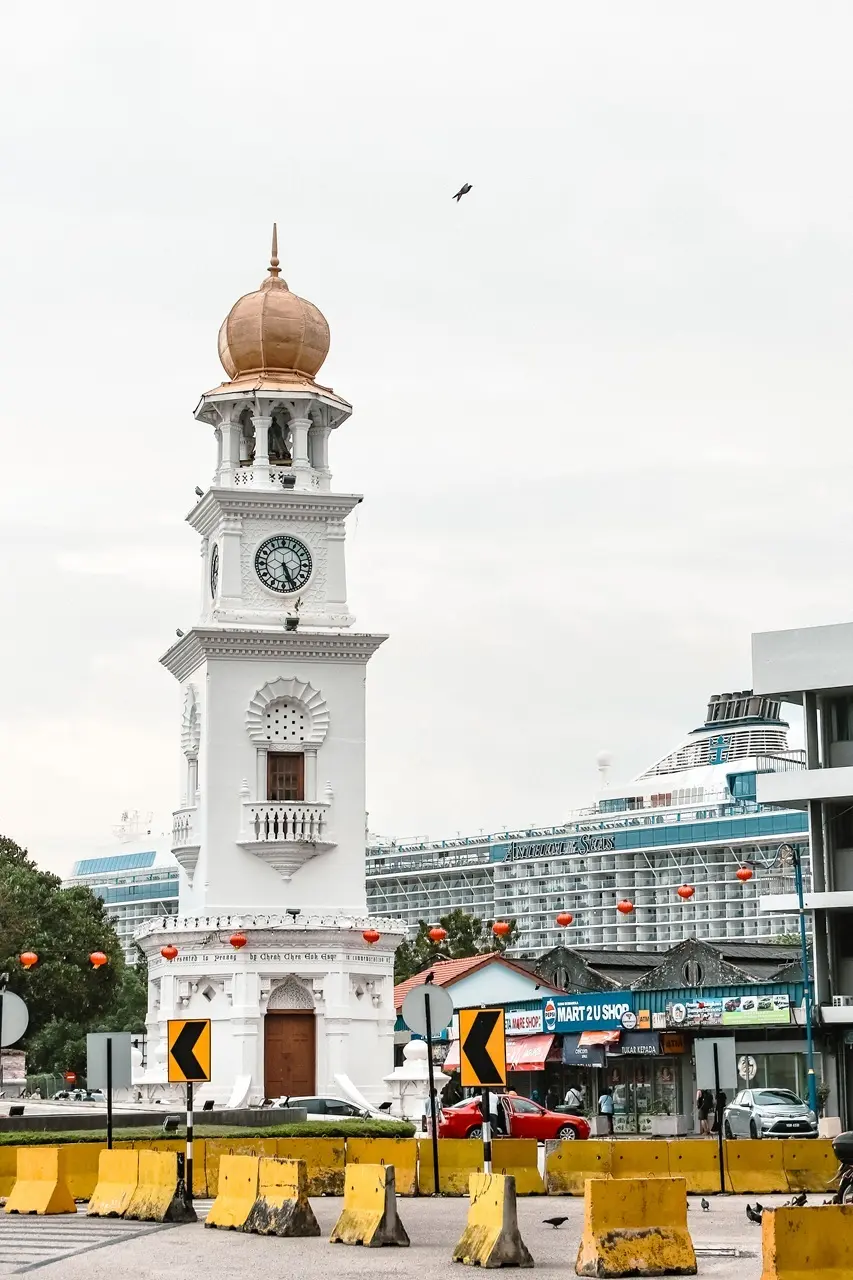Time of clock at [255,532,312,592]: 5:26
